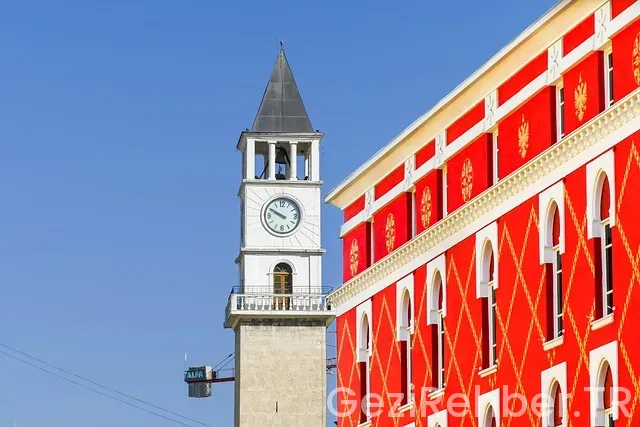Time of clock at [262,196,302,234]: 9:49
